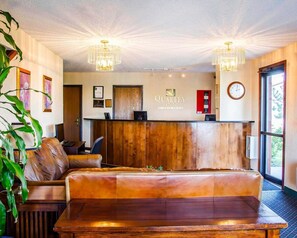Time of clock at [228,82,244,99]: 2:01
